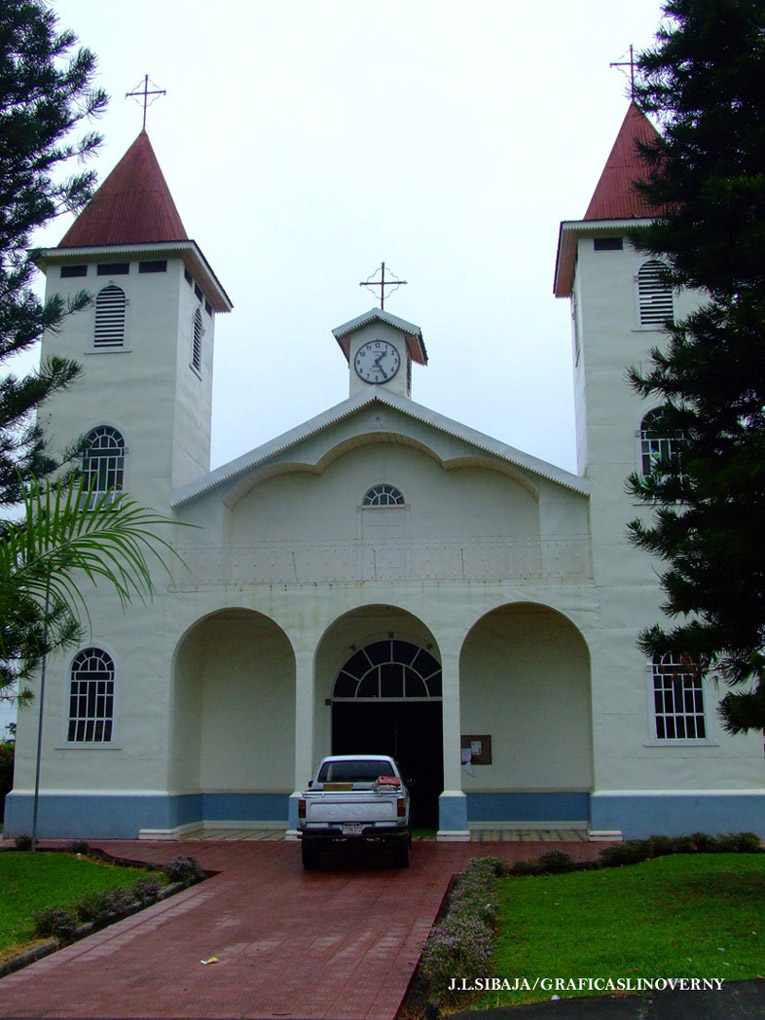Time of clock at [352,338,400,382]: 1:24
